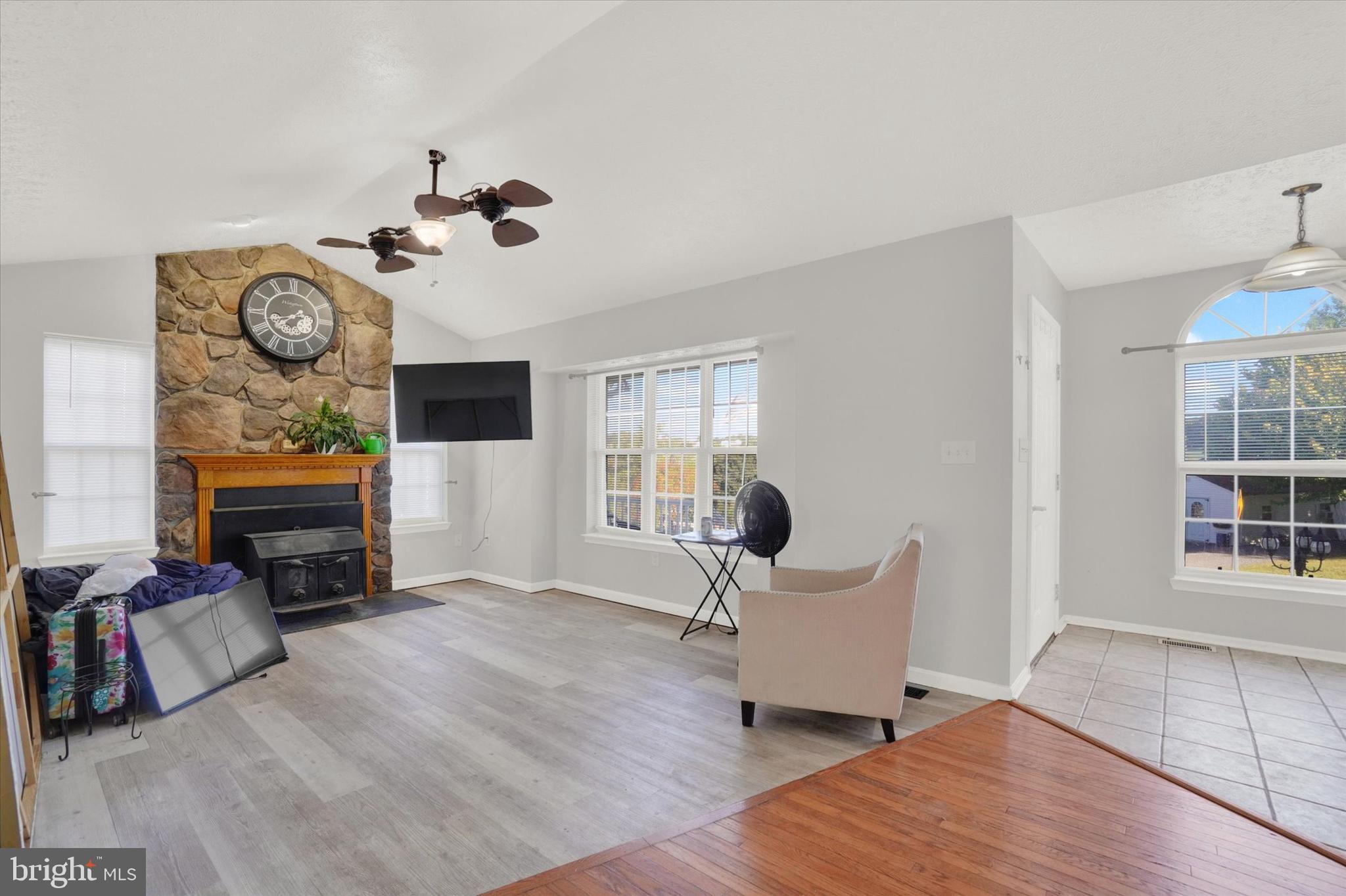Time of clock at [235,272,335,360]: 8:38
